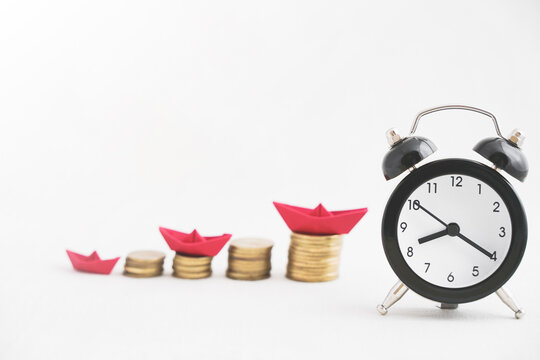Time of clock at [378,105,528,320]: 8:20
